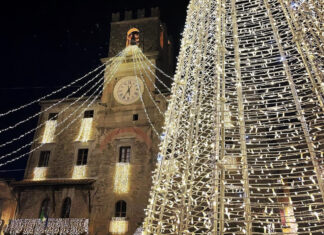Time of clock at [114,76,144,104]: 5:35
